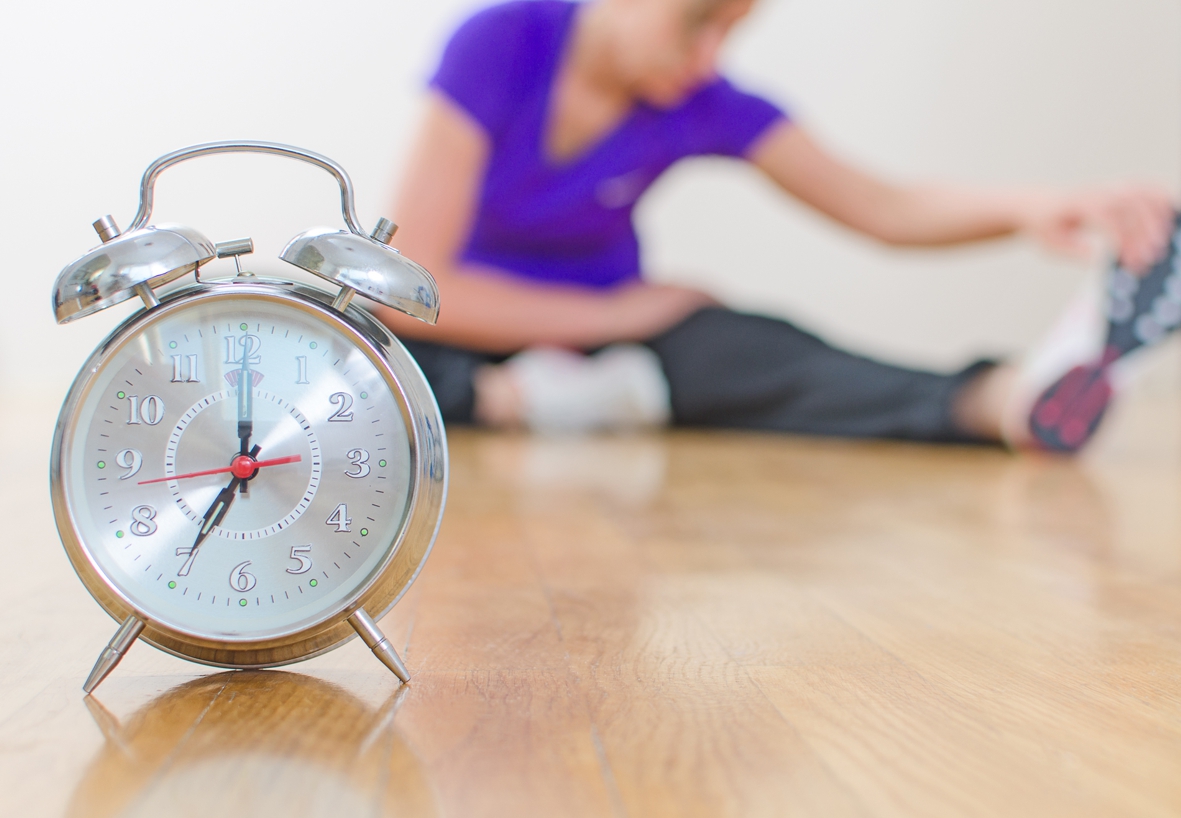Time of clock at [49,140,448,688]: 7:00
